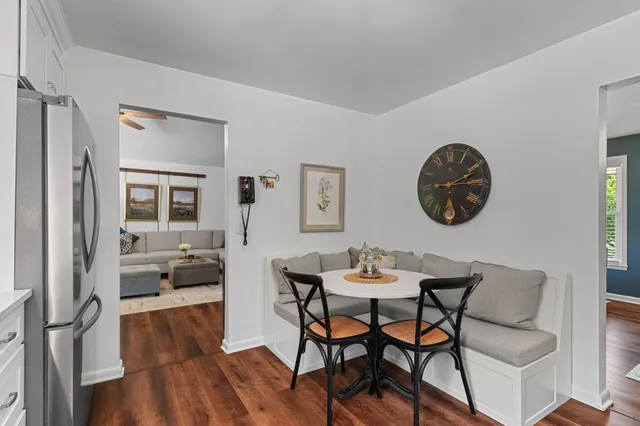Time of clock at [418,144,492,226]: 2:14
